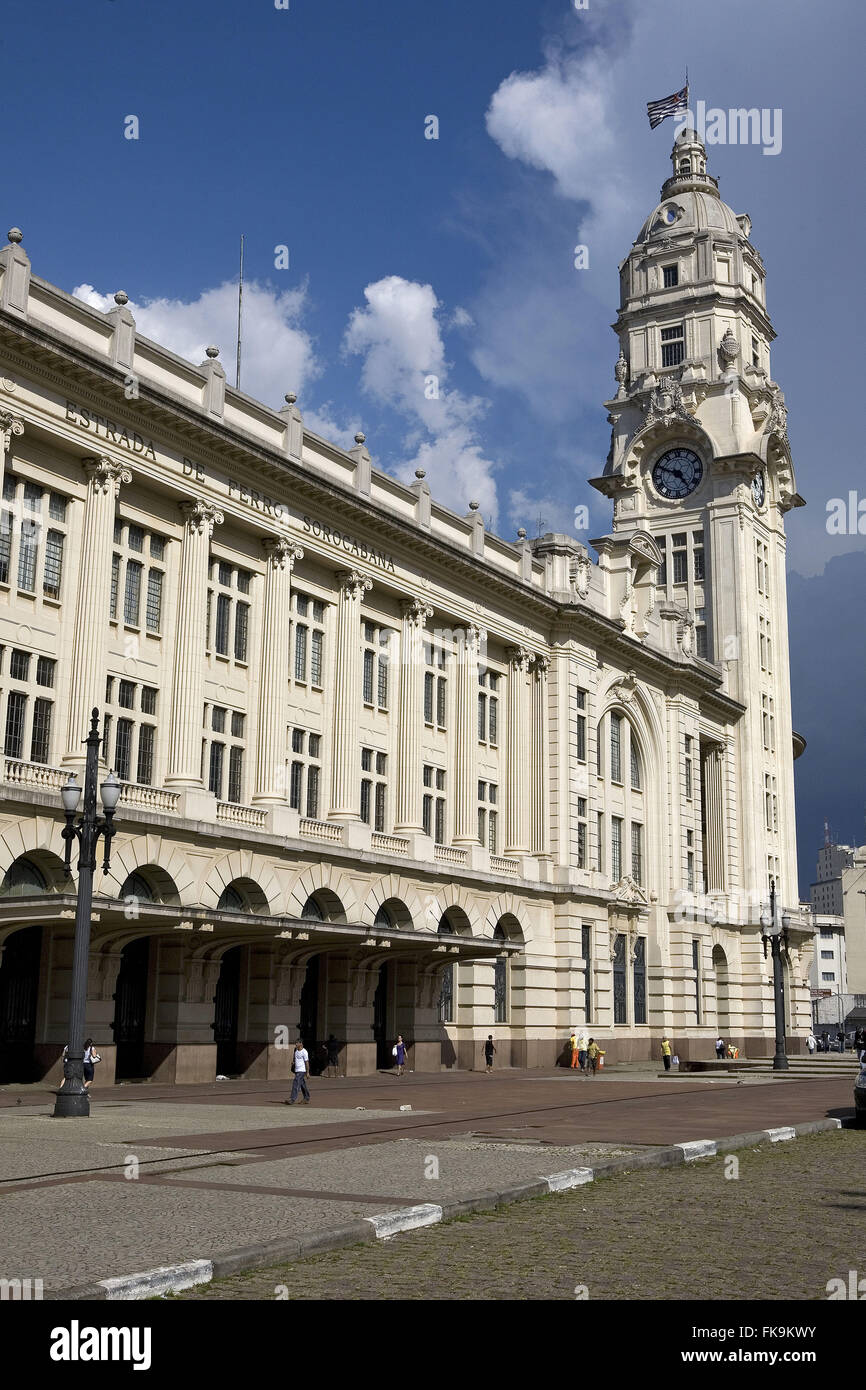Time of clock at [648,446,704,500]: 4:49
